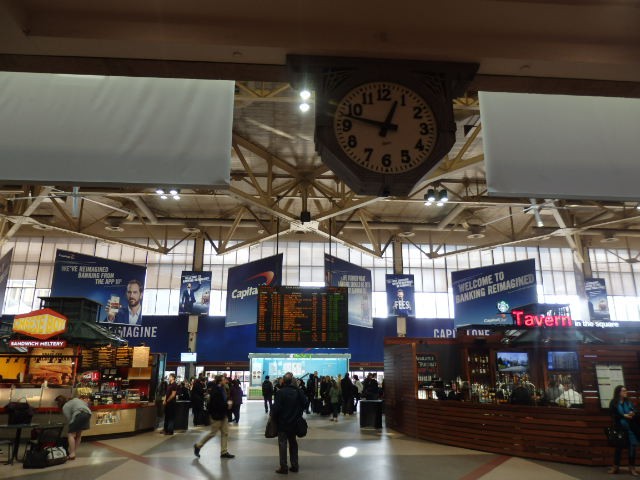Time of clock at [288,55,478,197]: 12:47
